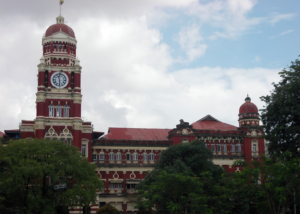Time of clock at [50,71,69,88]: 11:29
